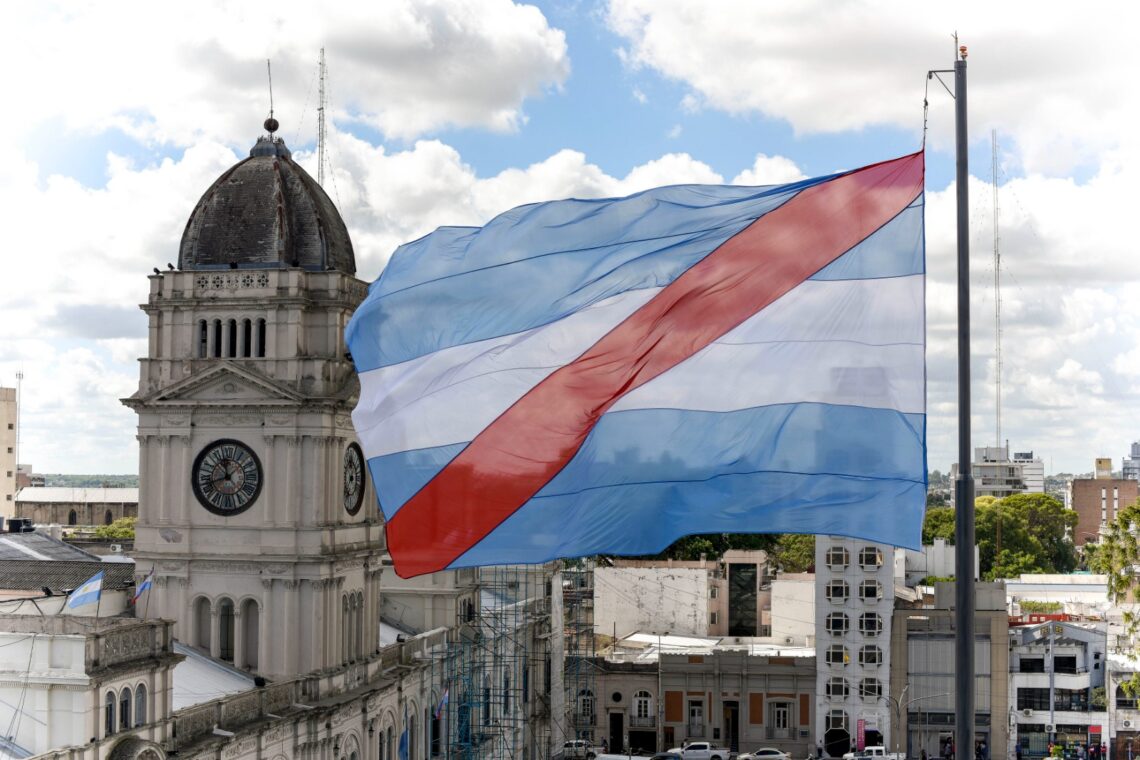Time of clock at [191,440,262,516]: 11:42
